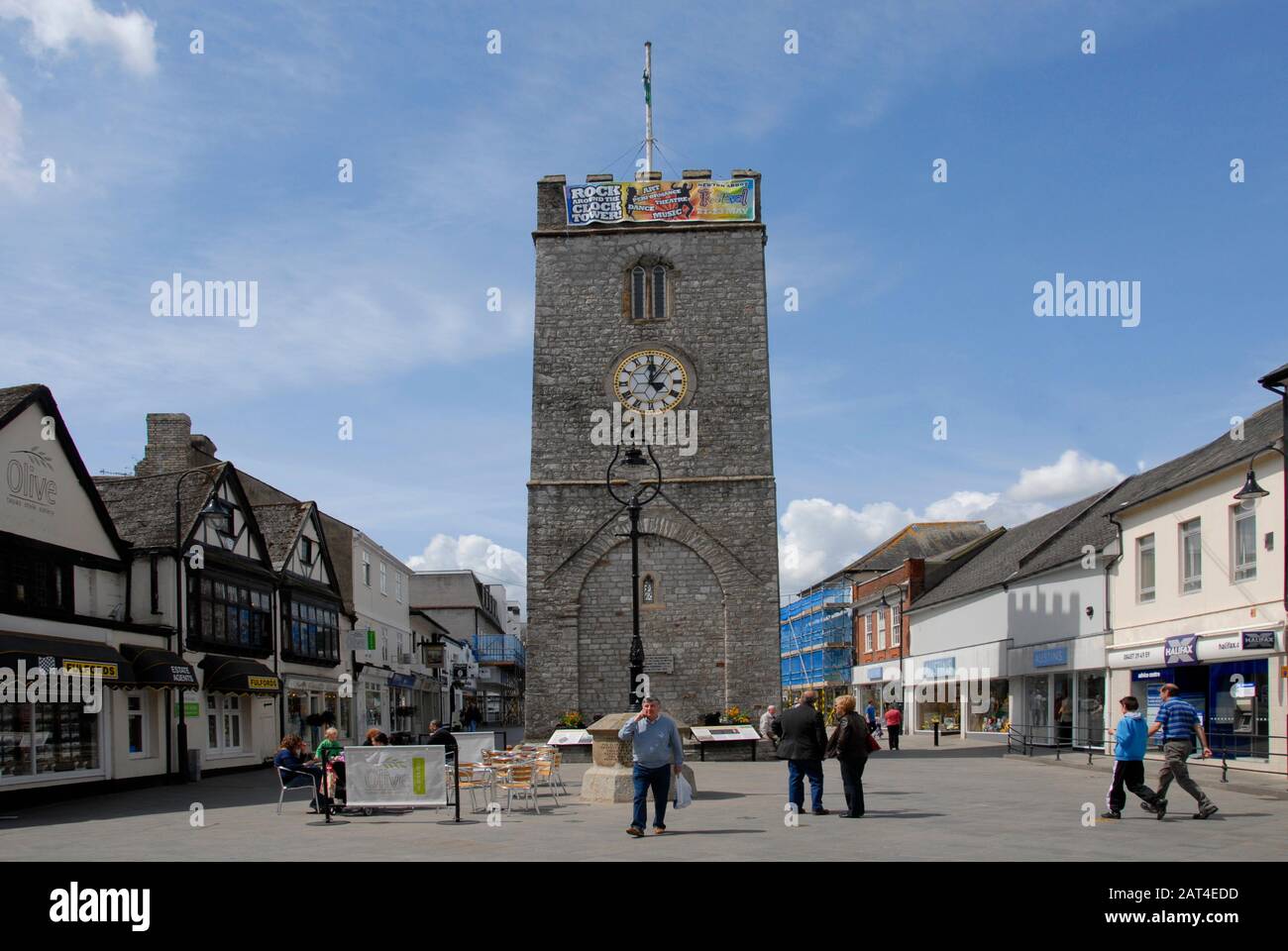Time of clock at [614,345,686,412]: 12:06
